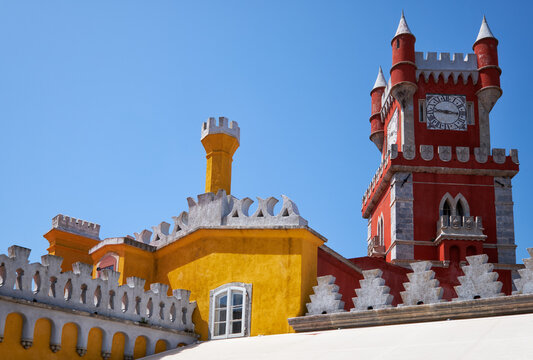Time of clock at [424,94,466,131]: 9:16
